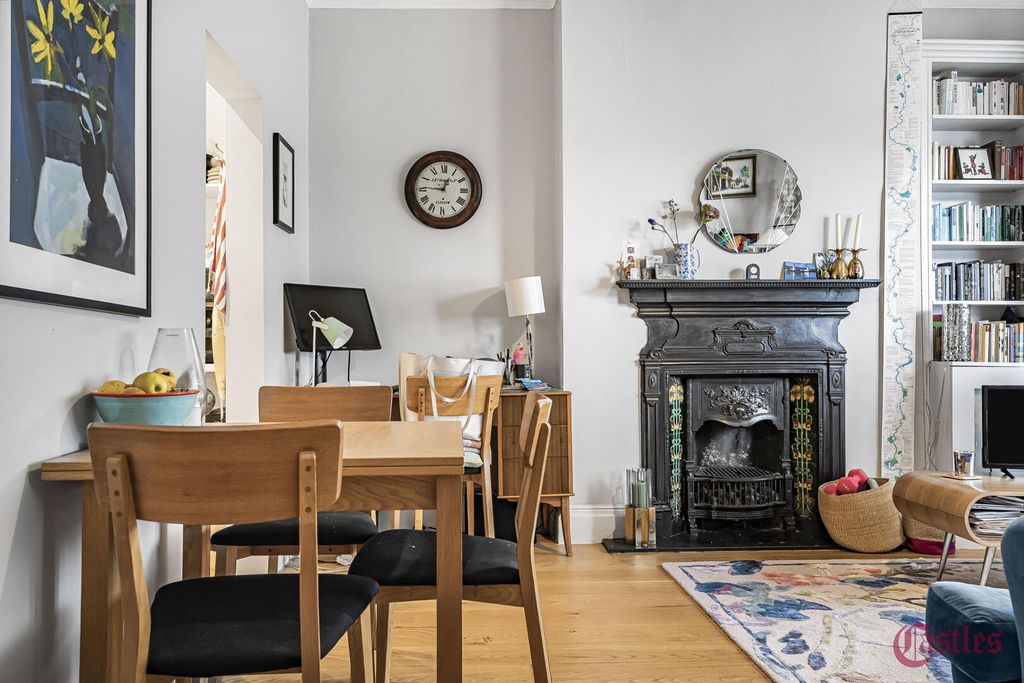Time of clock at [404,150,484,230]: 12:45
